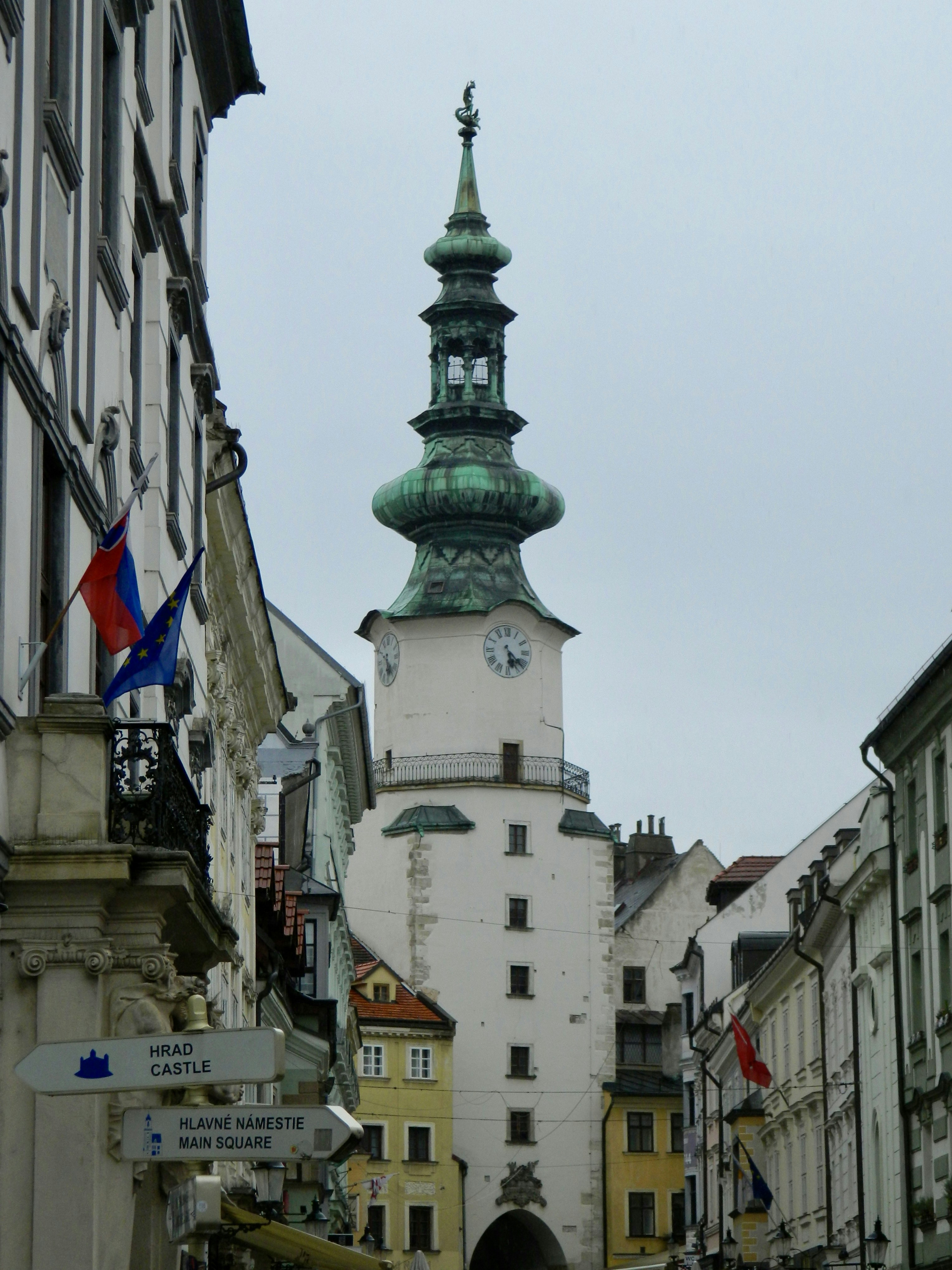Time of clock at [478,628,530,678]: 5:22
